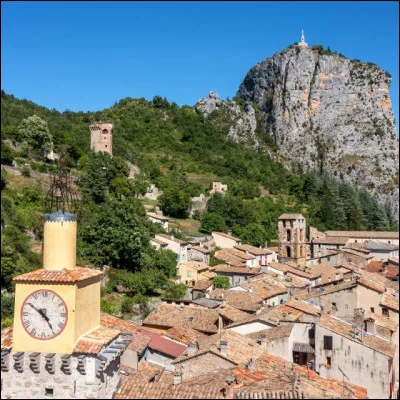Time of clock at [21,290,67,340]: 4:50
